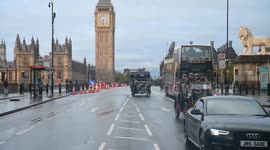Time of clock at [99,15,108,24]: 8:32
